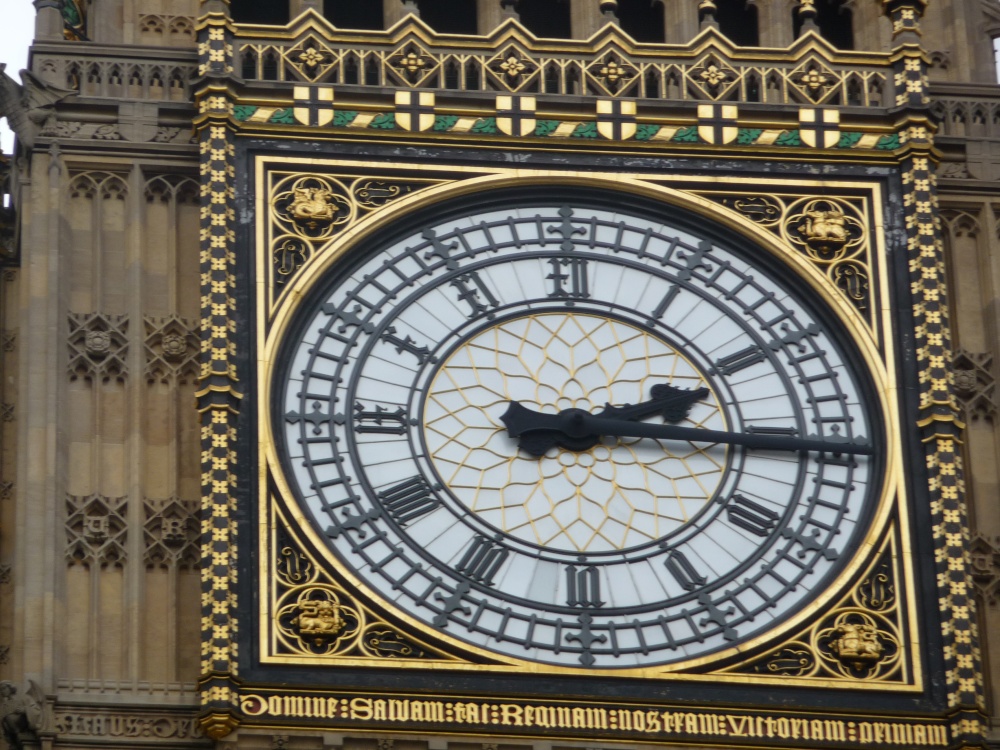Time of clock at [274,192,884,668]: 2:15
